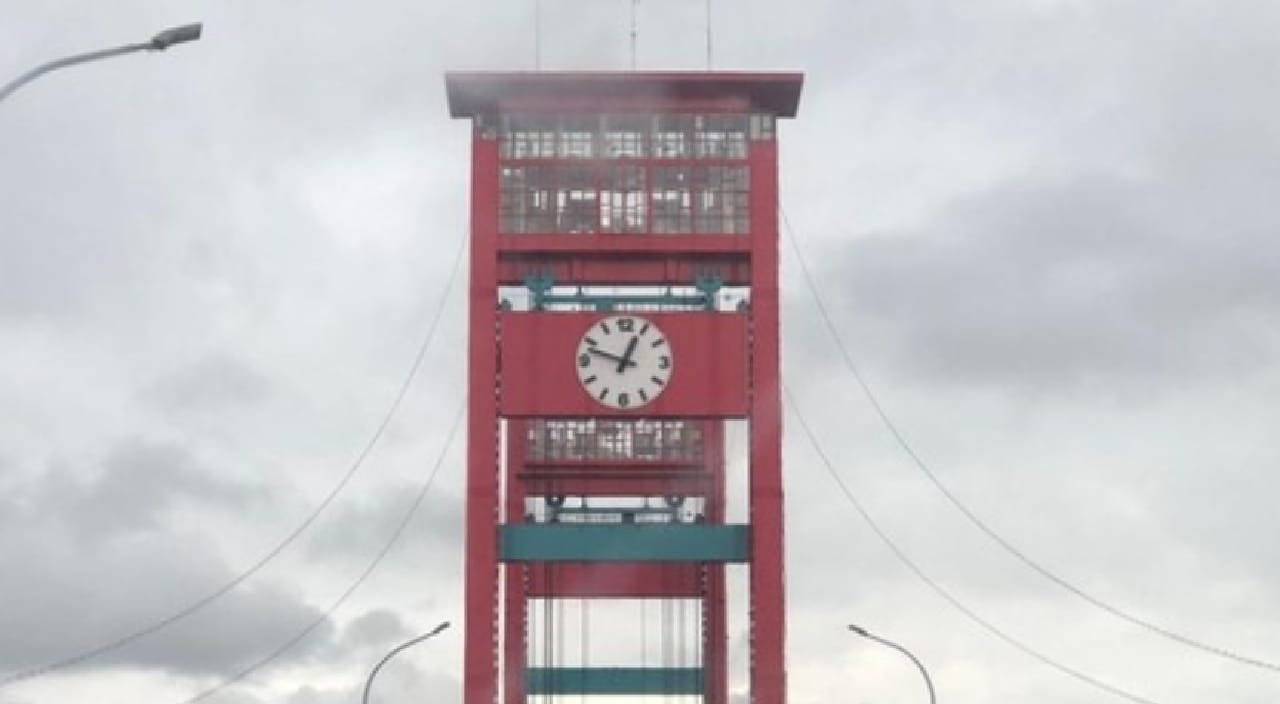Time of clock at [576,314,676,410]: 12:47
